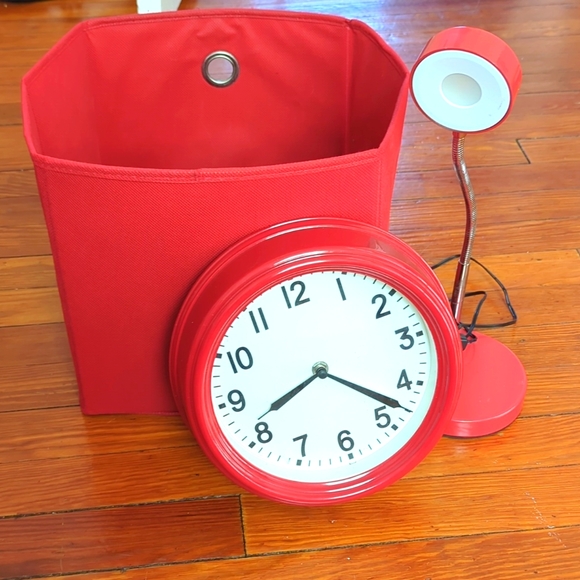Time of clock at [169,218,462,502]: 8:22
